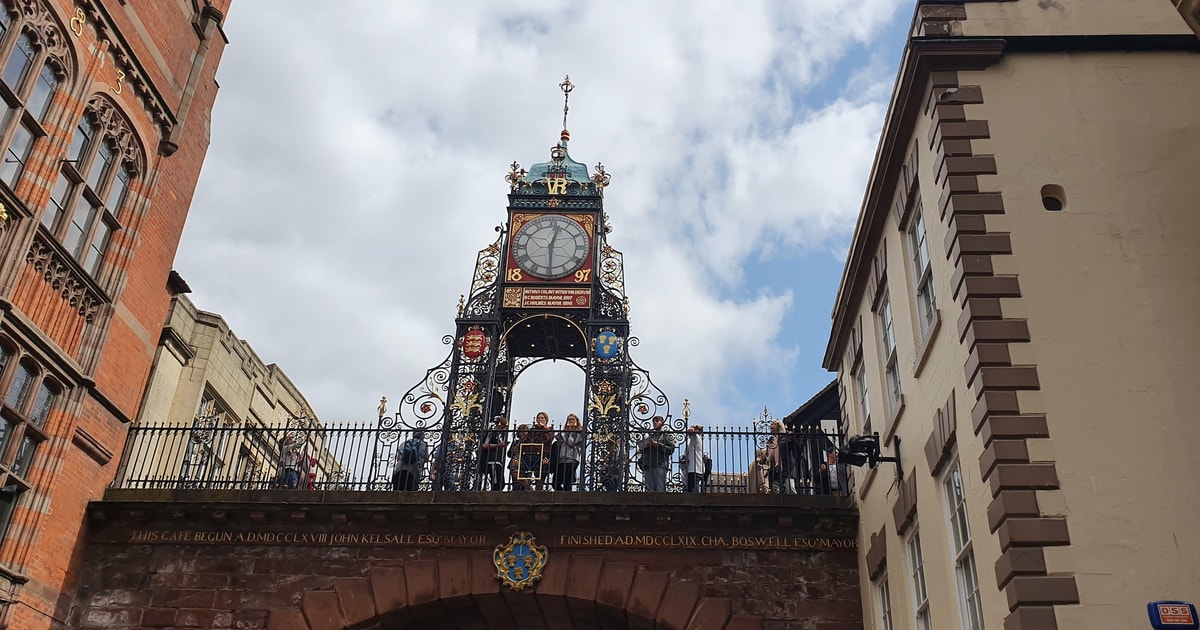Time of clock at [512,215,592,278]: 12:29
